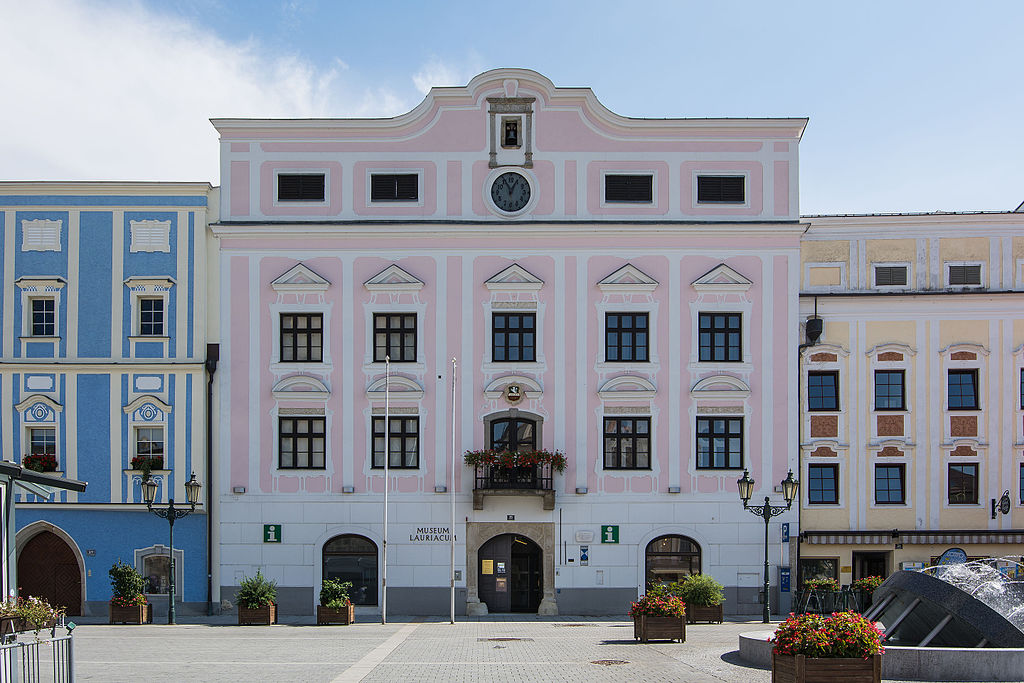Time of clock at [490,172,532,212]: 12:55
